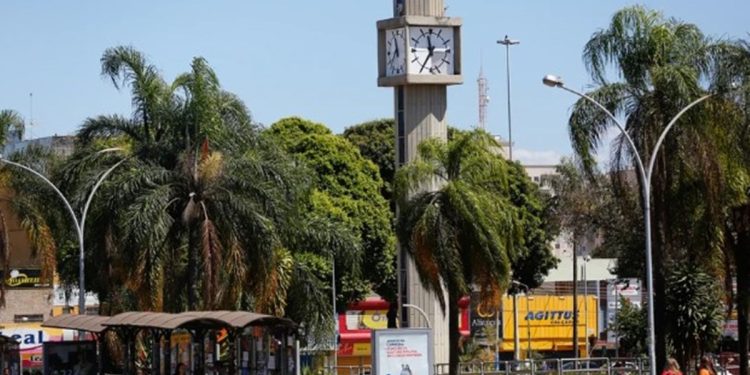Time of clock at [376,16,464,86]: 11:35
